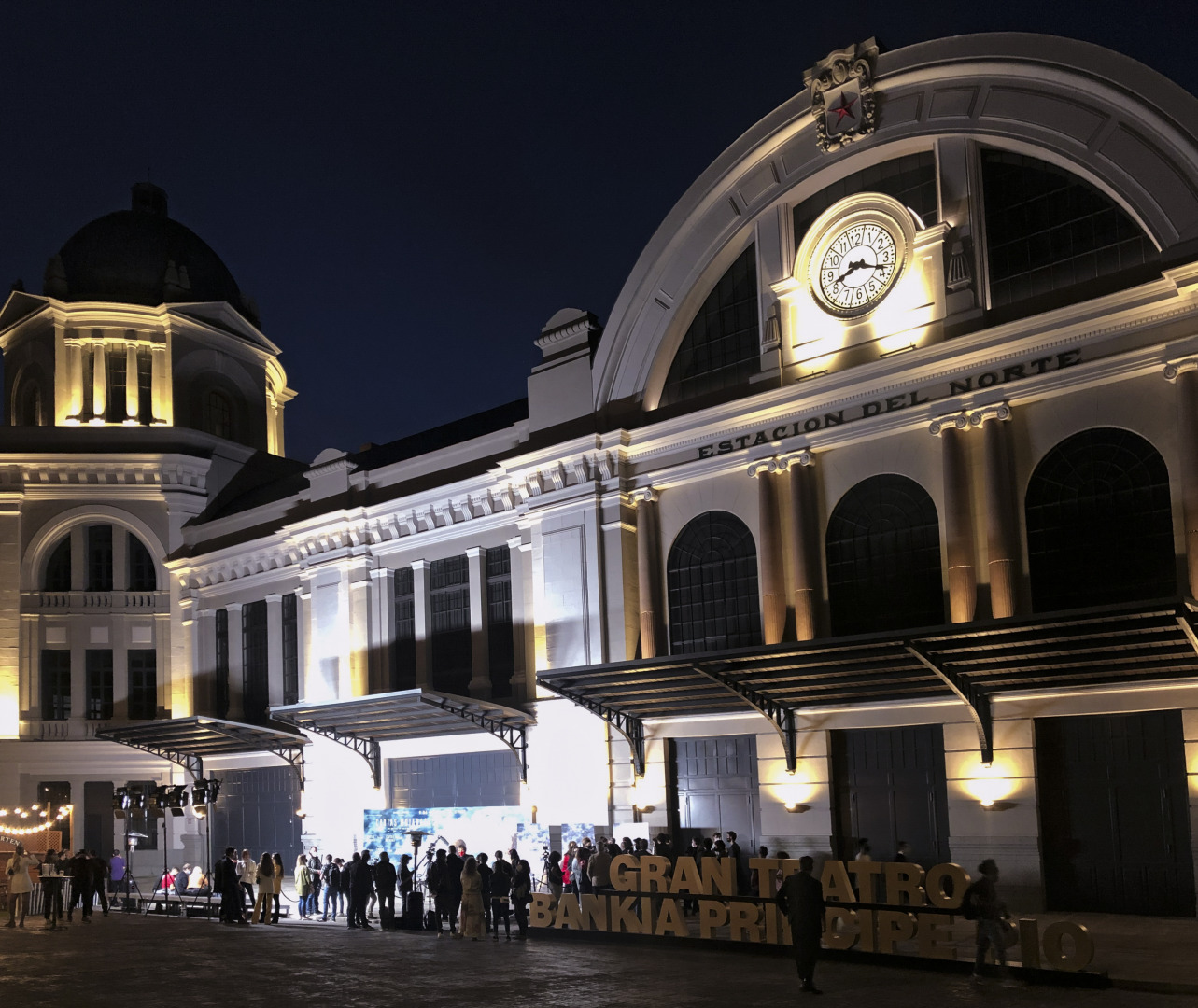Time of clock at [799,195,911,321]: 8:18
